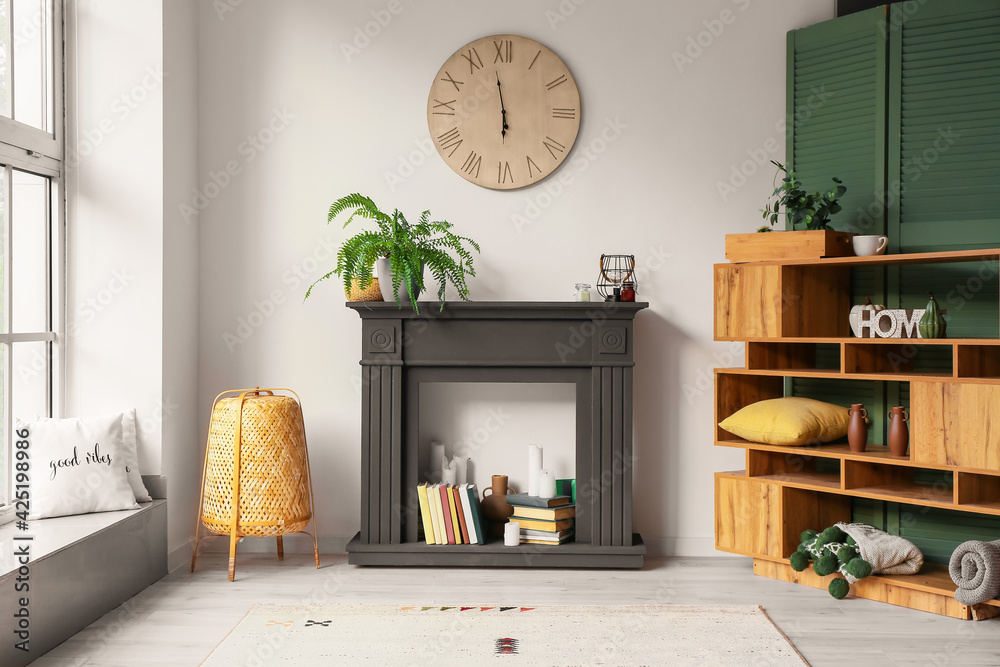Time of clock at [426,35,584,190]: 5:58
